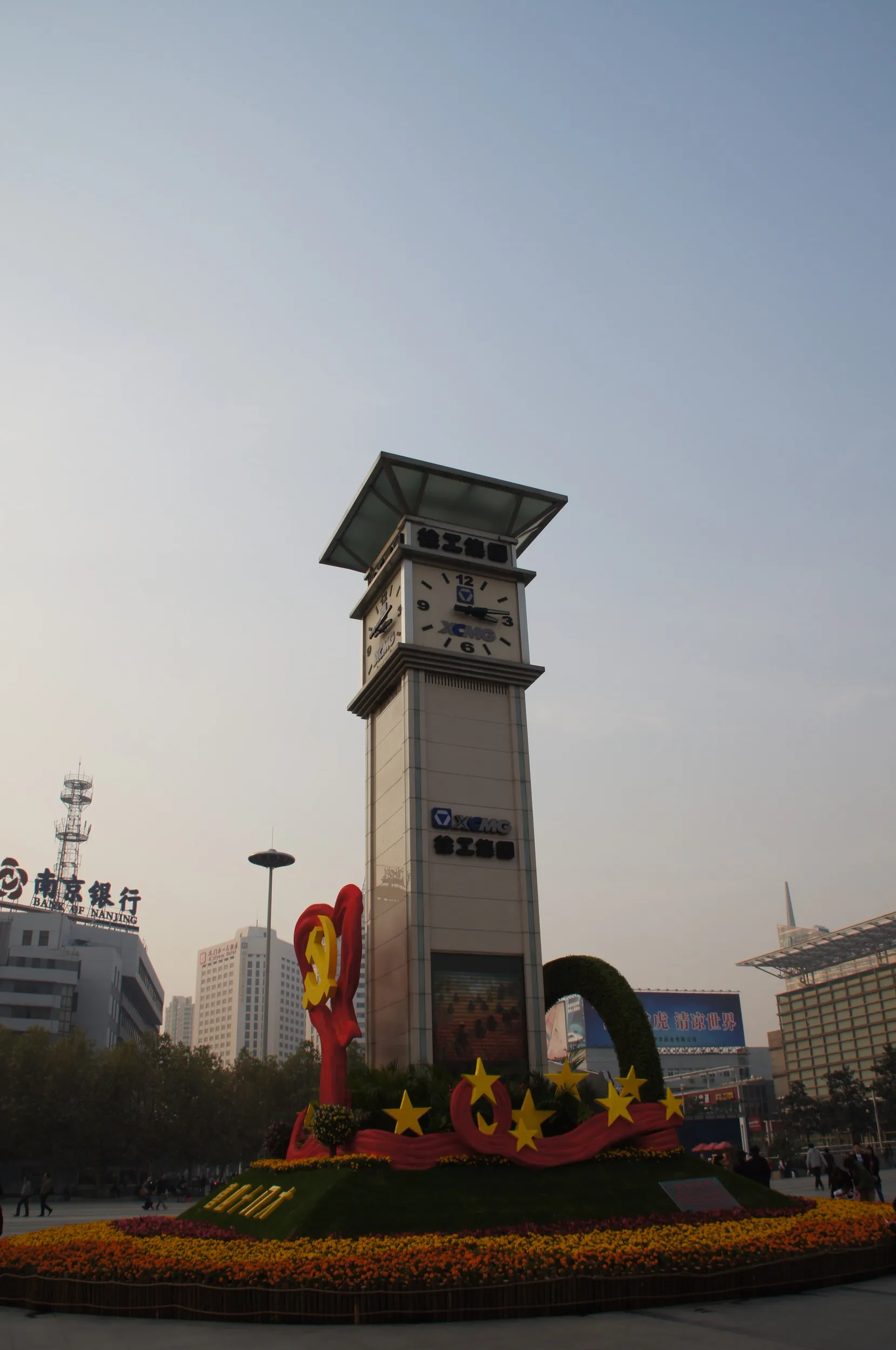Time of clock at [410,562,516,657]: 3:13
